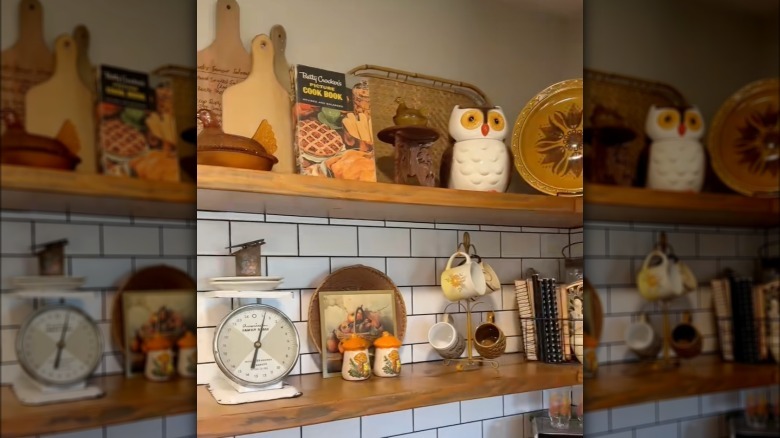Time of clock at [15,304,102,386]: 6:02
